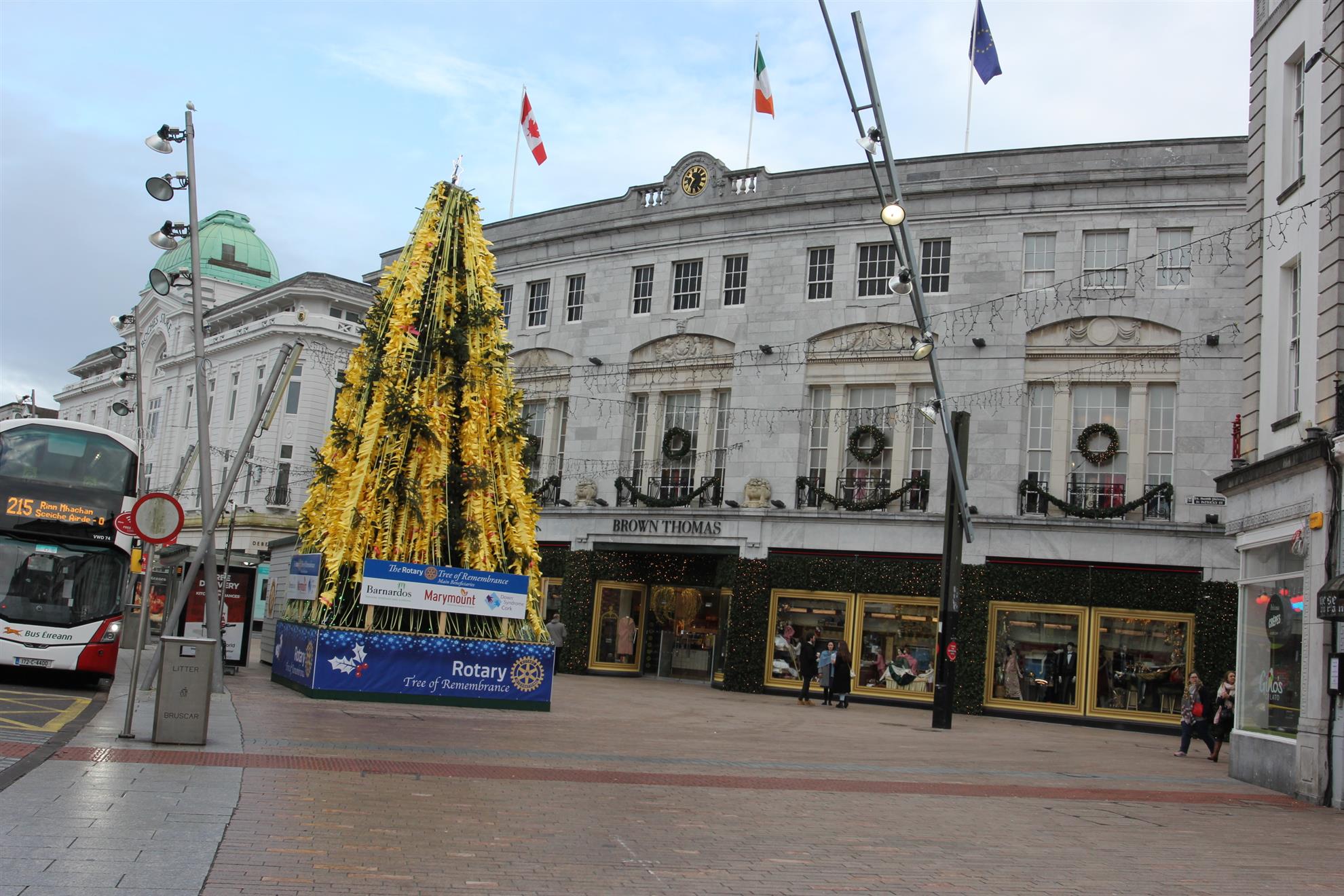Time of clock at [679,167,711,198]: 10:34
